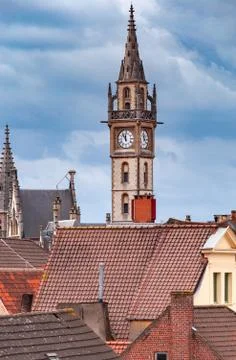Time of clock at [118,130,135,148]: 11:53
